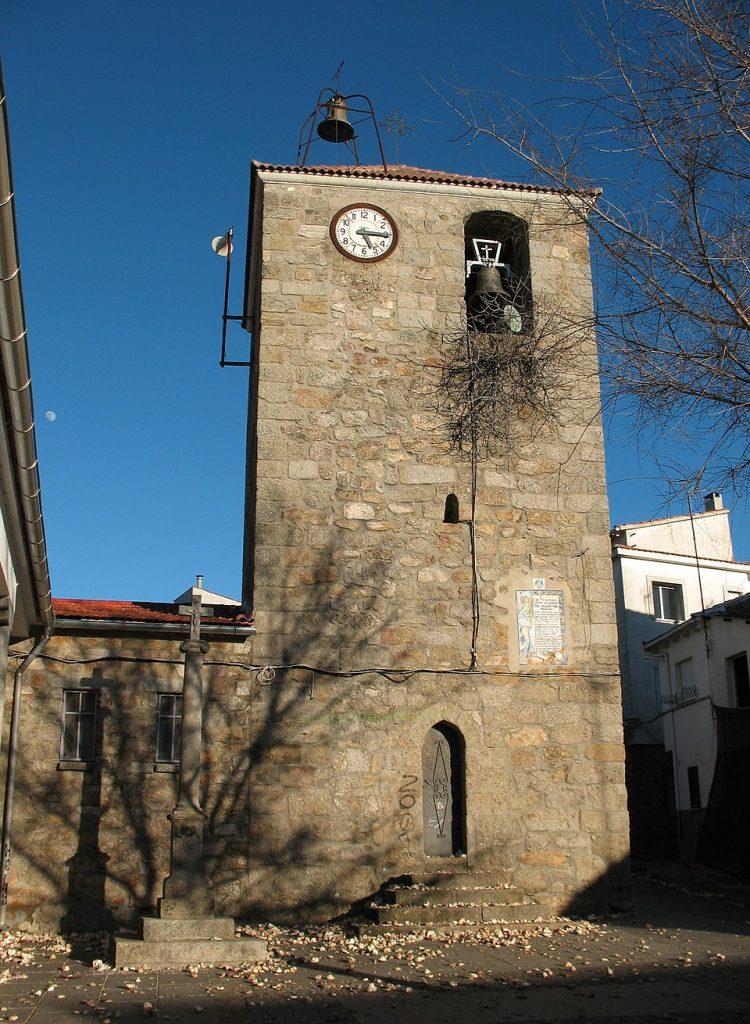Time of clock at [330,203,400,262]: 5:15
